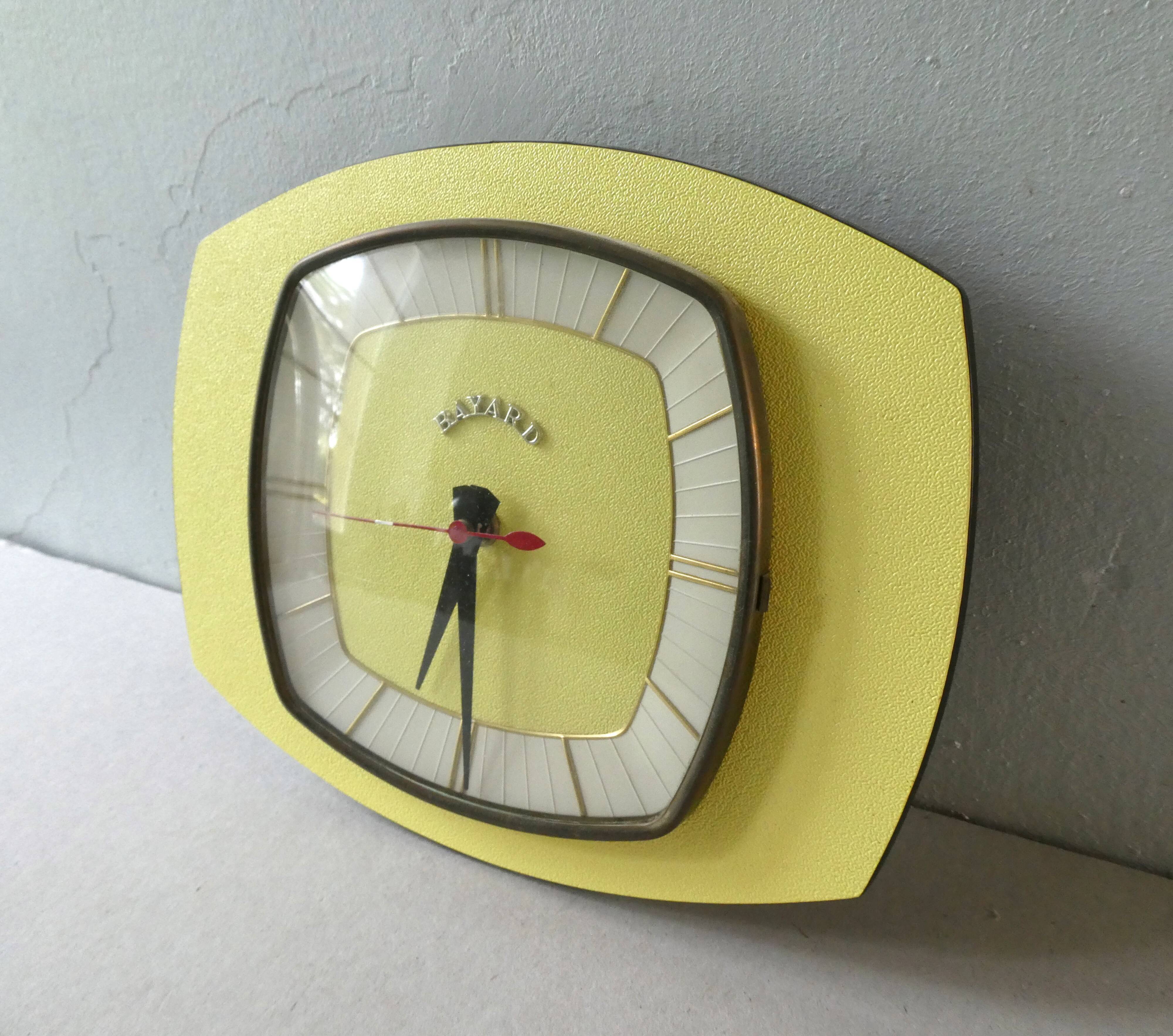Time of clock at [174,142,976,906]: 6:29
